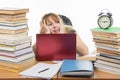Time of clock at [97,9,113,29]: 2:46
